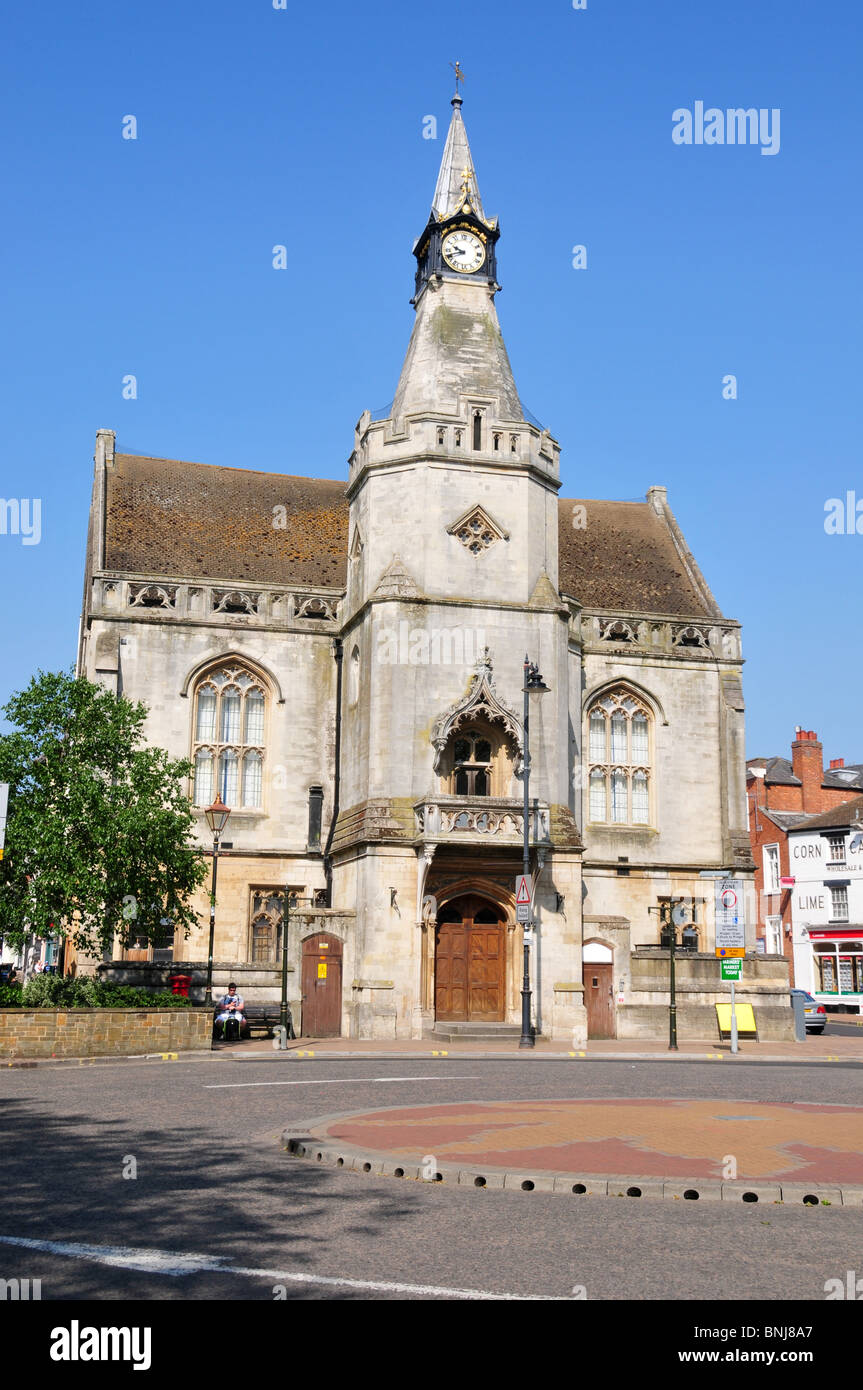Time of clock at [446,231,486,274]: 9:41
